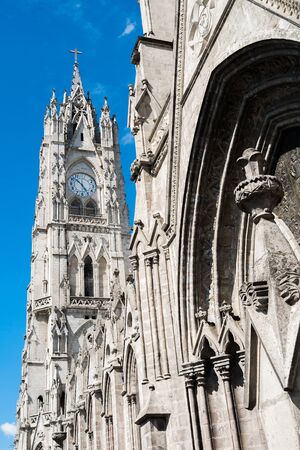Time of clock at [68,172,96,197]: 4:52
